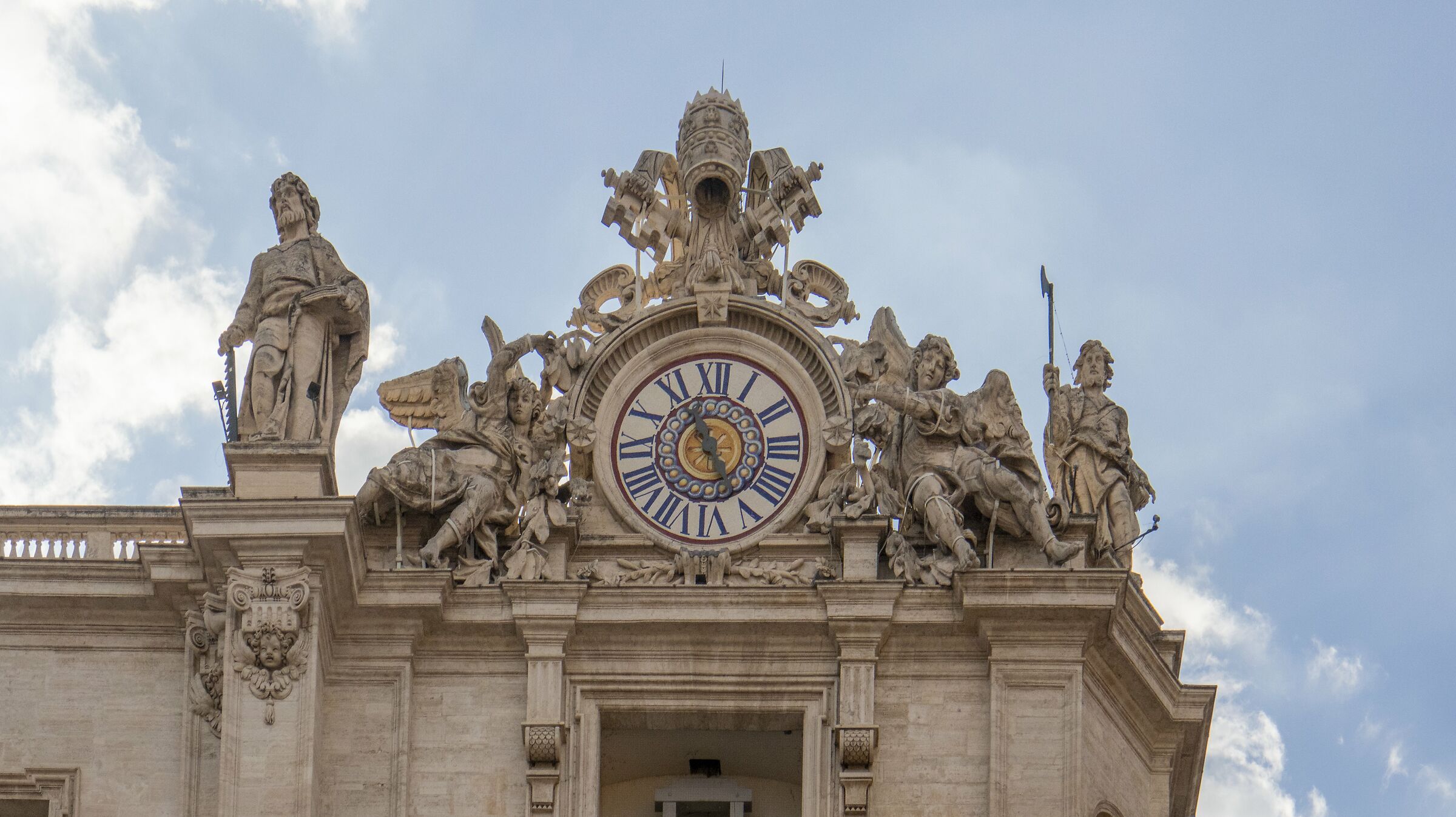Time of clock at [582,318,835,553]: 4:56
